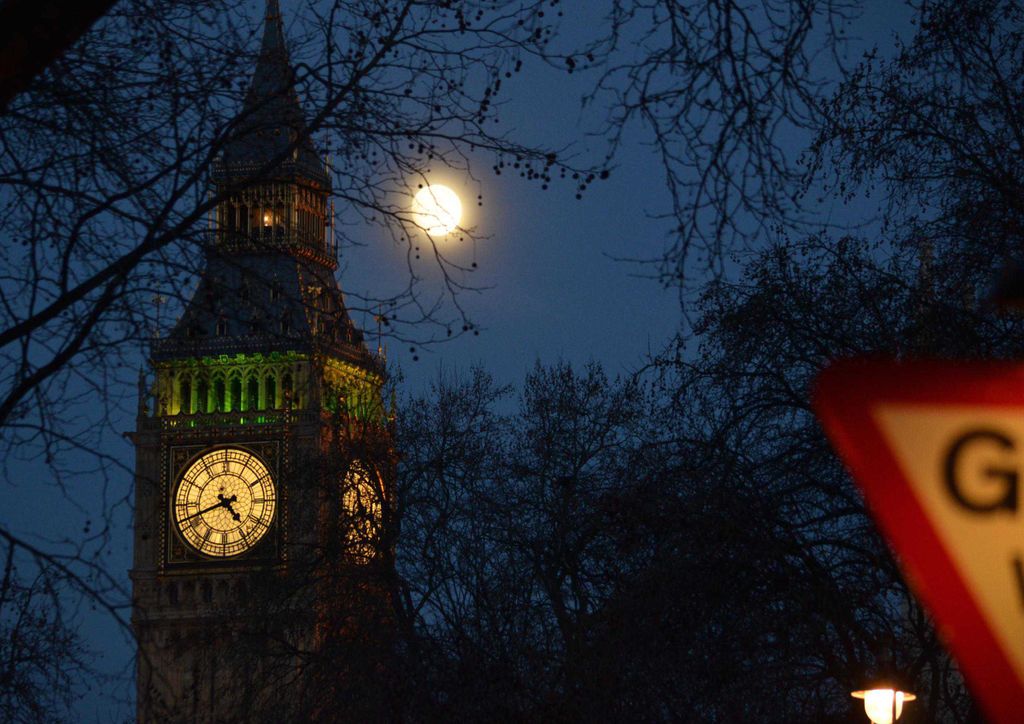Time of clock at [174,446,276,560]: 4:41
